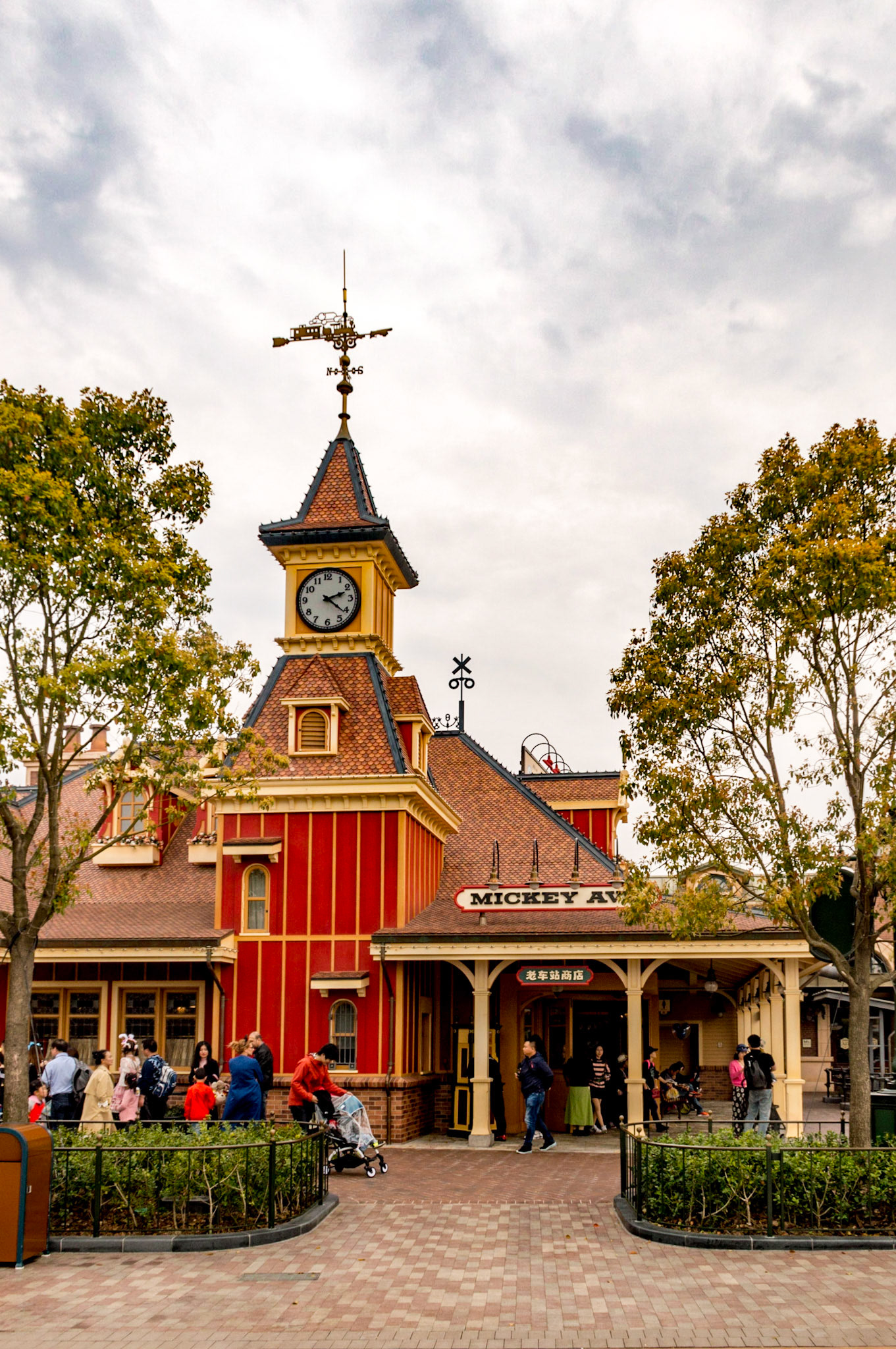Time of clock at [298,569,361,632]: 2:21
